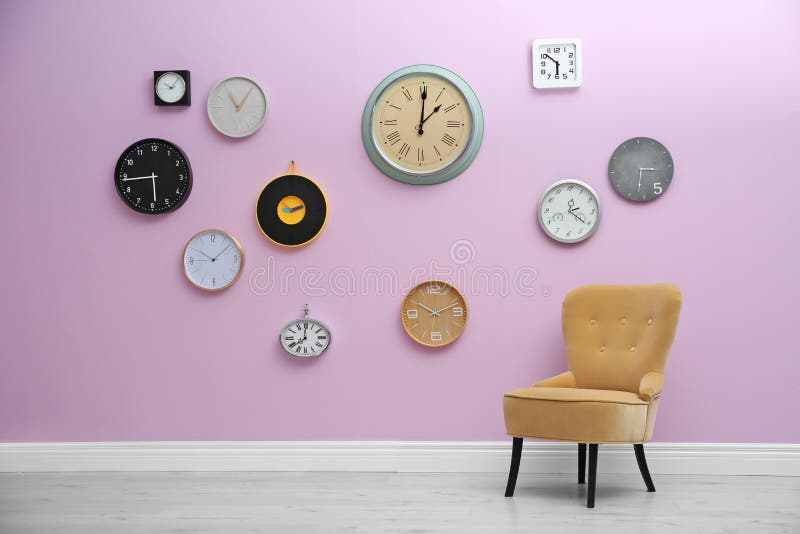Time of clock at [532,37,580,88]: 5:51
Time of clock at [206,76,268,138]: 11:06
